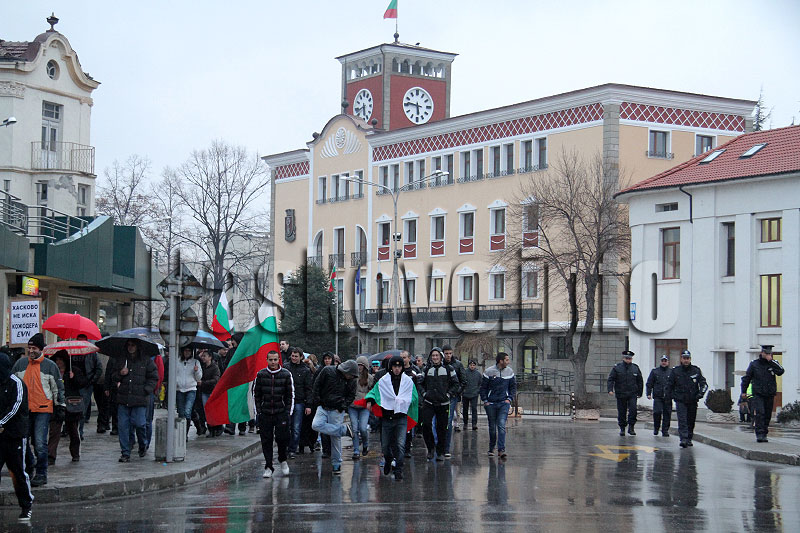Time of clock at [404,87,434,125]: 5:46
